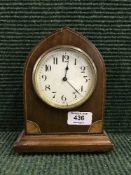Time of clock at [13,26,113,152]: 12:22
